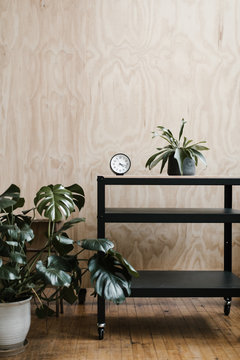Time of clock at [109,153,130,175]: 4:17
